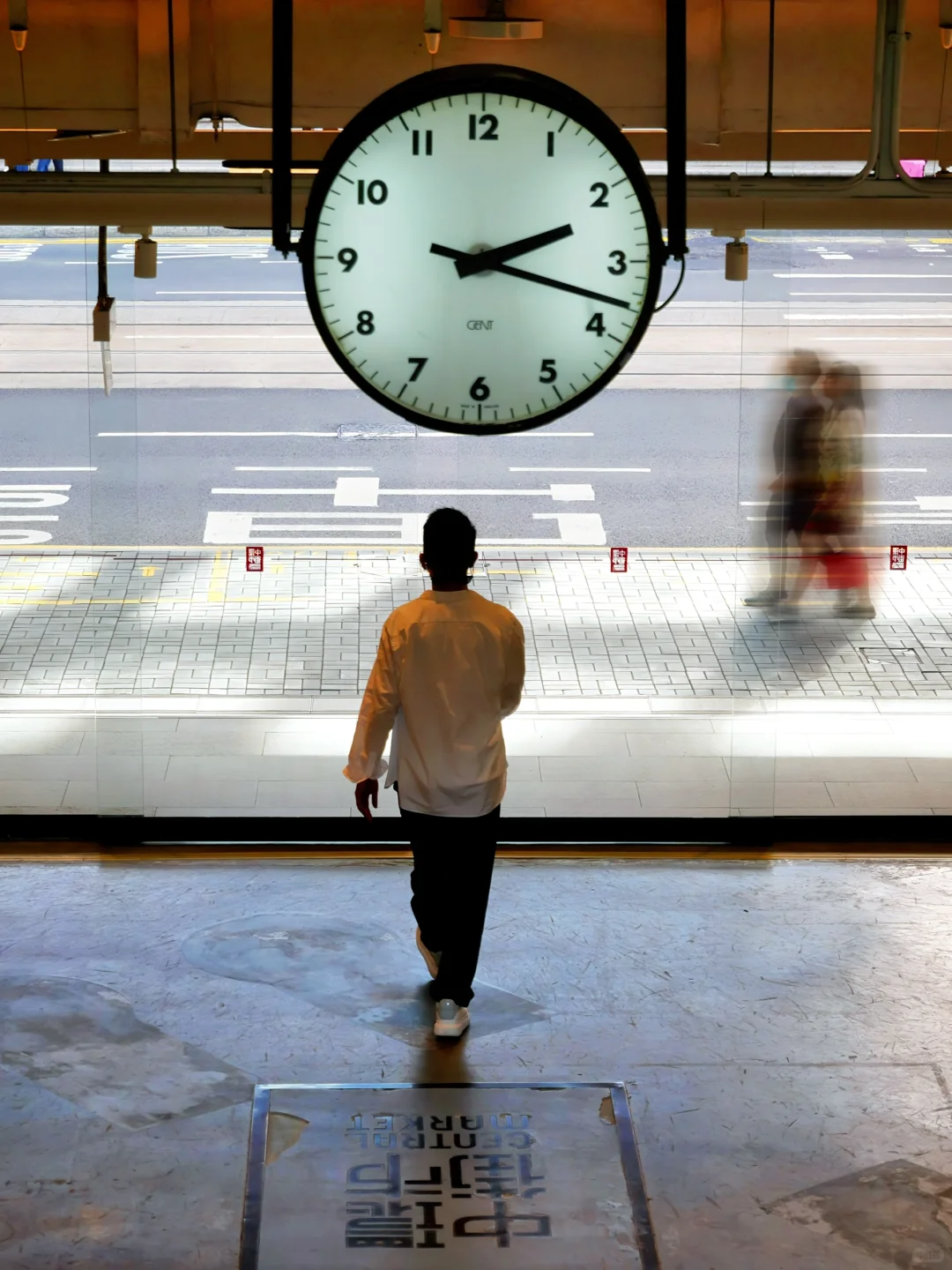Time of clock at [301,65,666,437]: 2:17
